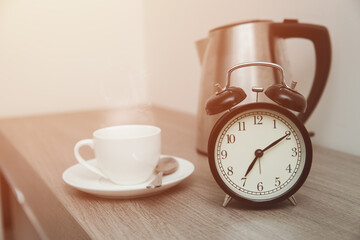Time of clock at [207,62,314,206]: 7:09
